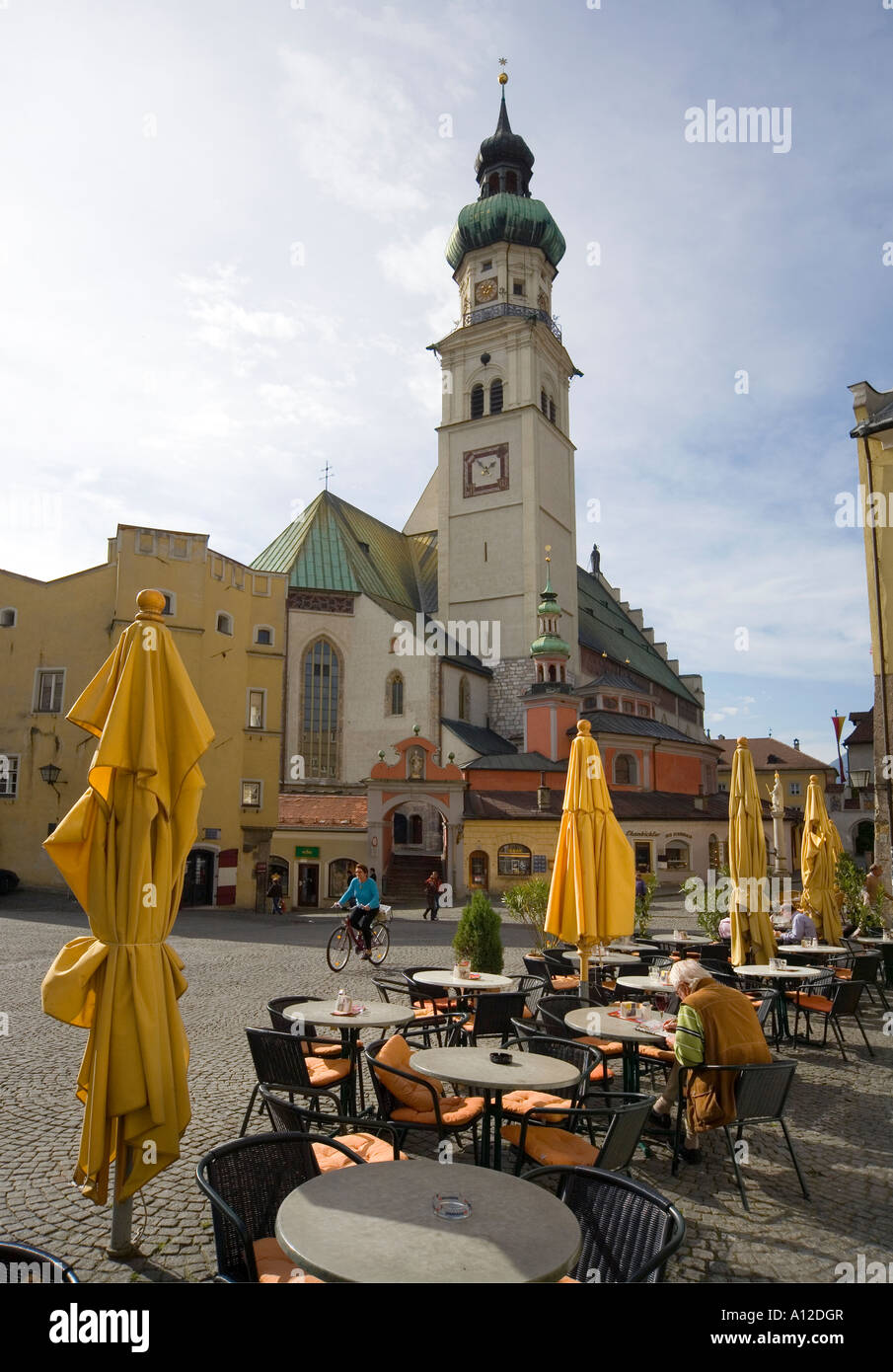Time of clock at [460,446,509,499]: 1:53
